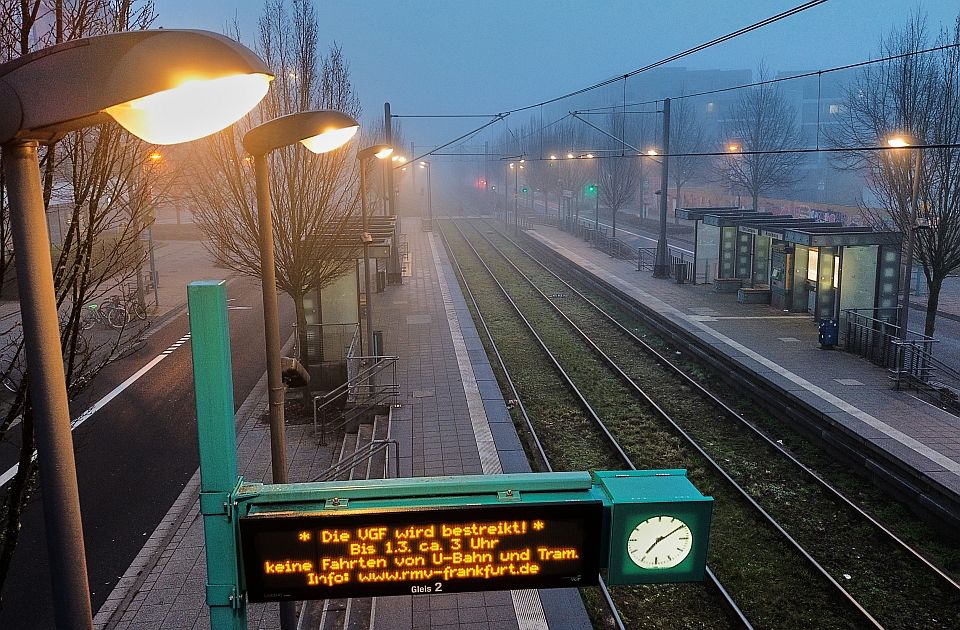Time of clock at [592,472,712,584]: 7:09
